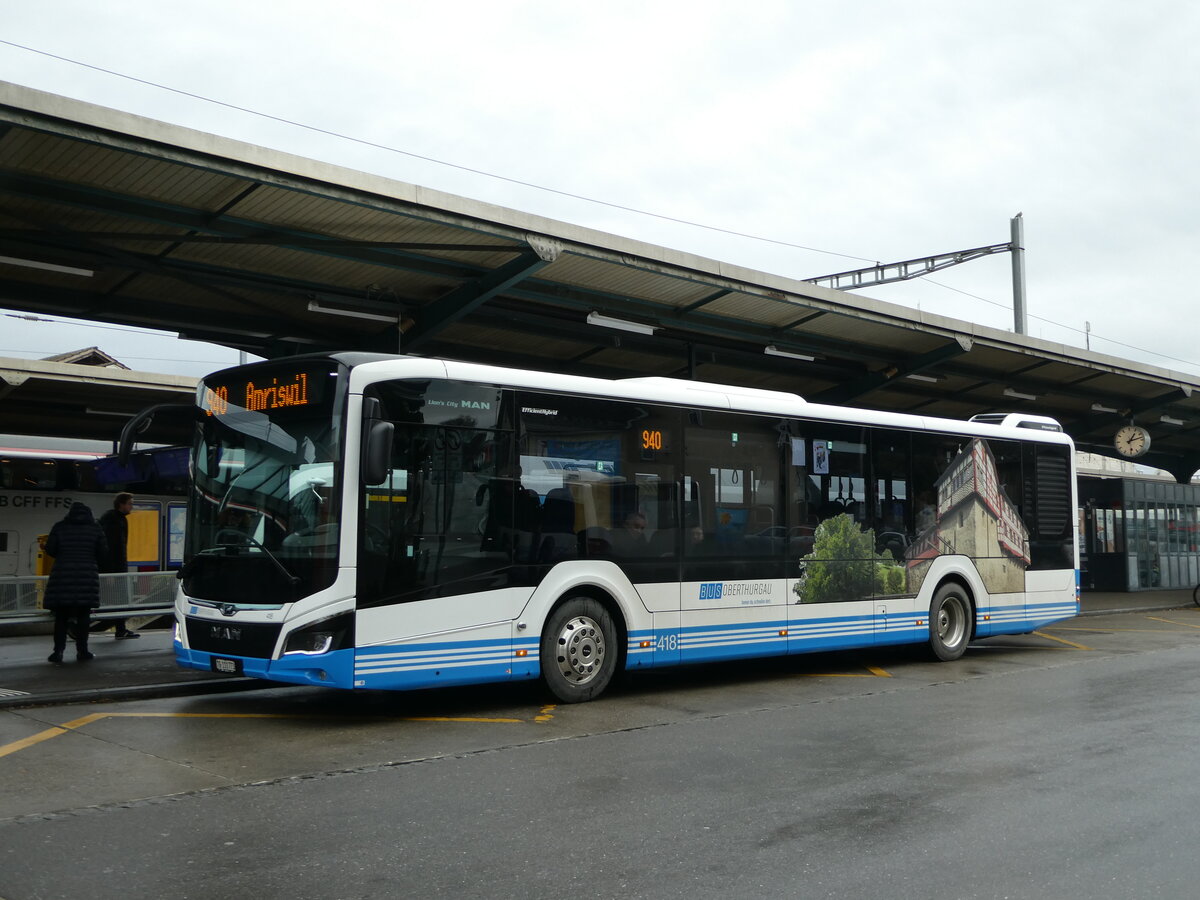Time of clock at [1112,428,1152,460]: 1:12
